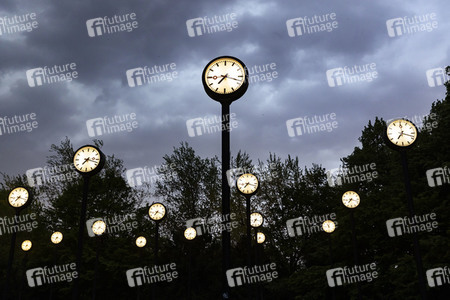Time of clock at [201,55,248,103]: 7:18
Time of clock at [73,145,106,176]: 7:17
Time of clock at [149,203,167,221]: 7:18
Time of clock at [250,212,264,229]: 7:17
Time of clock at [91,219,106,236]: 7:18
